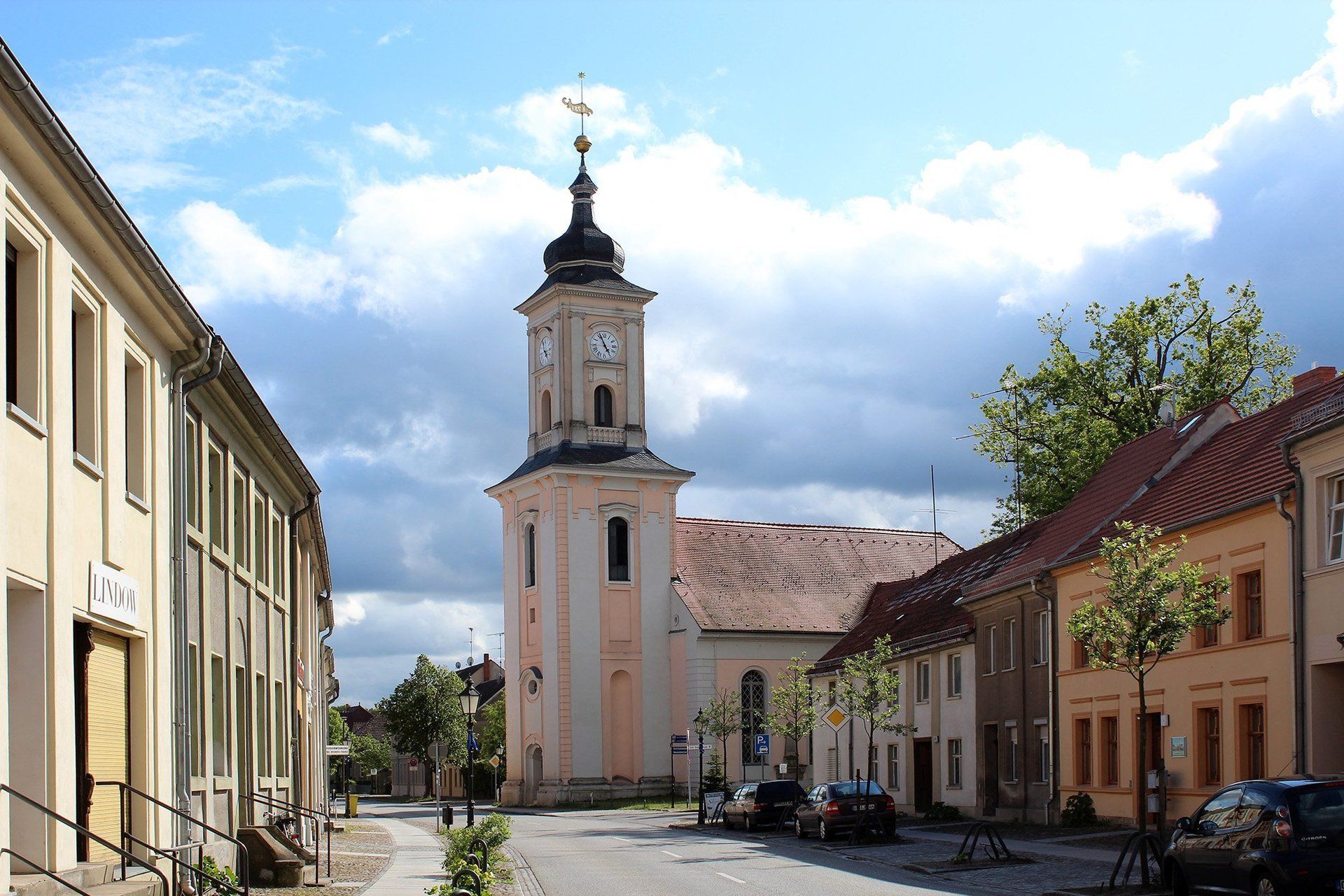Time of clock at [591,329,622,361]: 4:56
